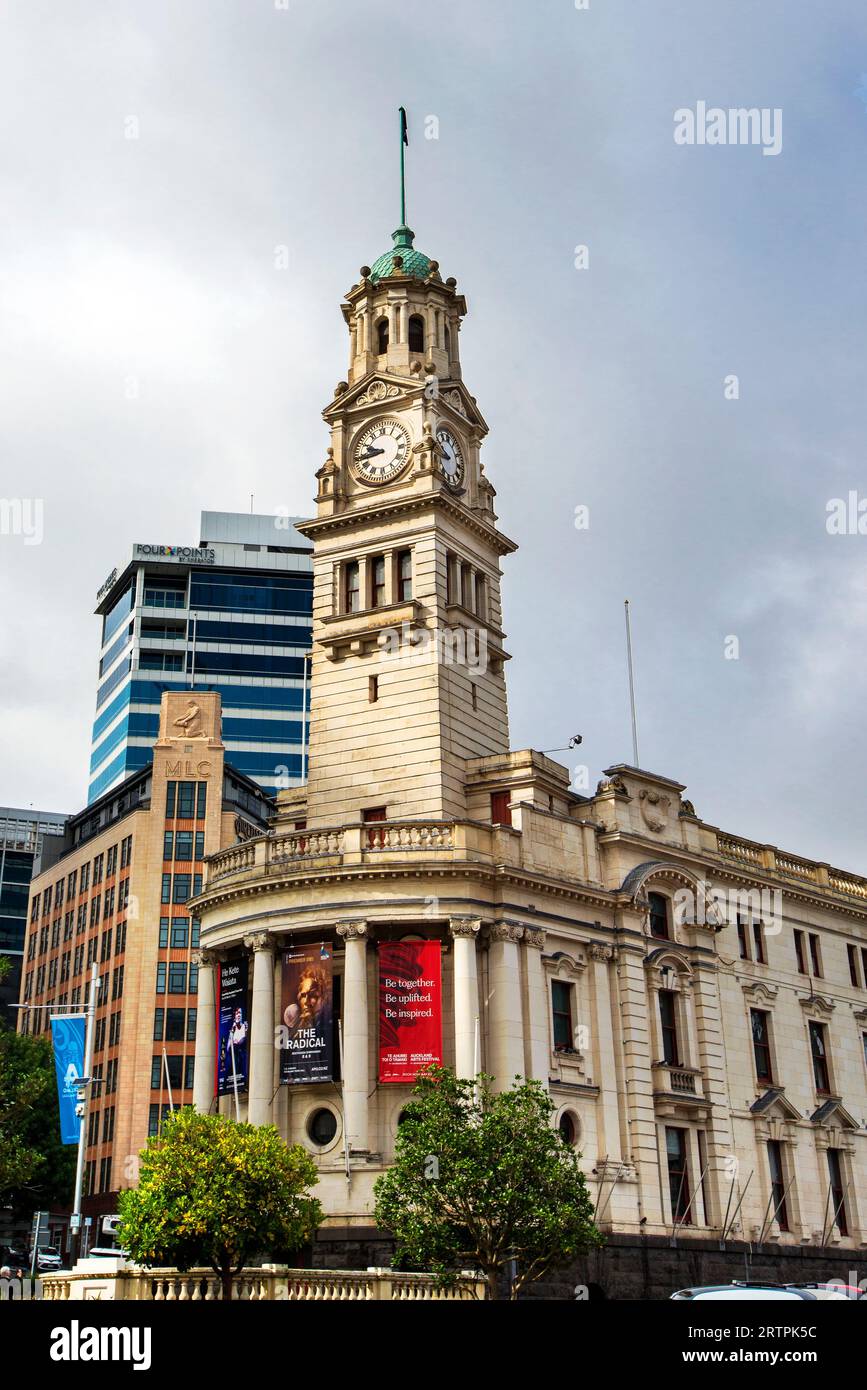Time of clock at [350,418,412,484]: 9:43
